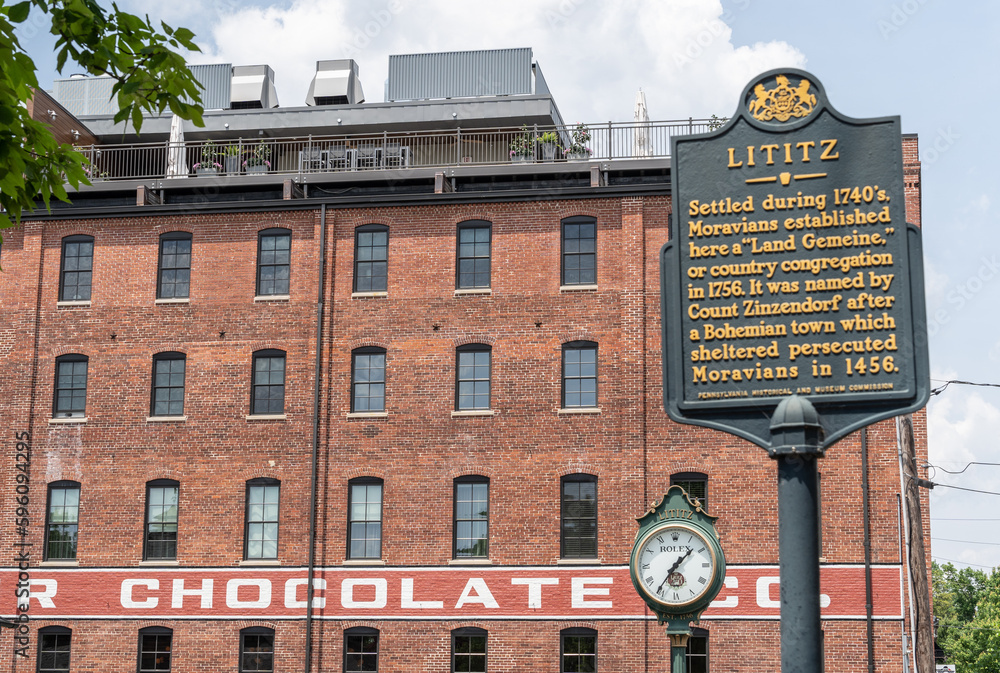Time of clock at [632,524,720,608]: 1:36
